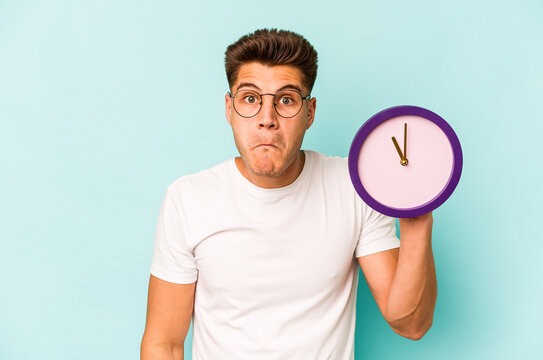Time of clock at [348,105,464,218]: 10:59
